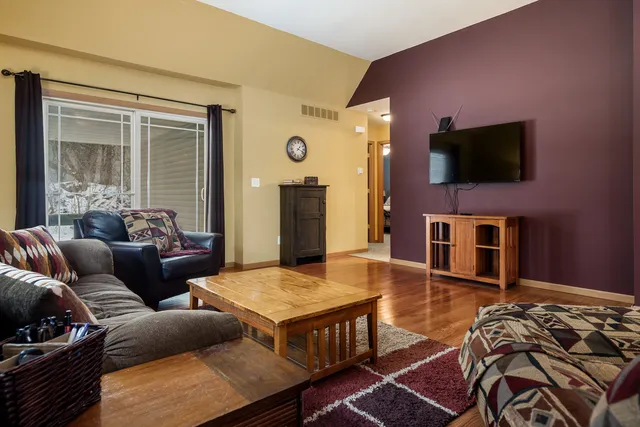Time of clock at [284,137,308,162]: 1:18
